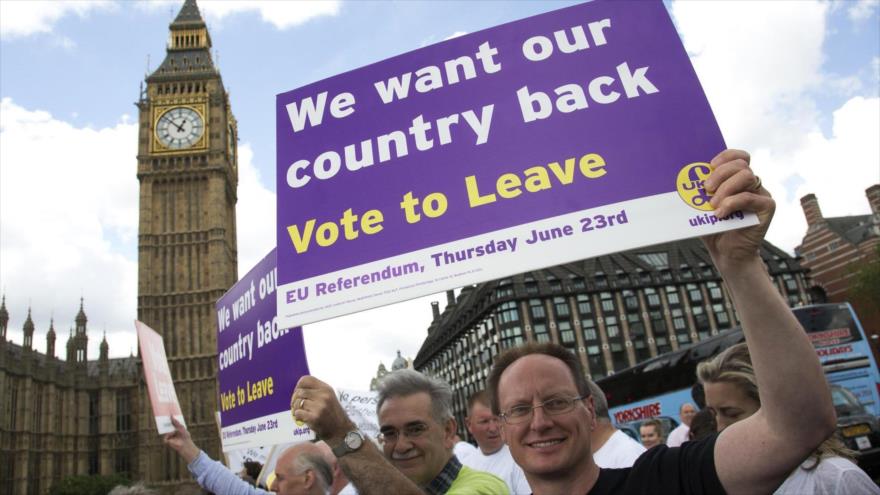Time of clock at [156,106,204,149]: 12:52
